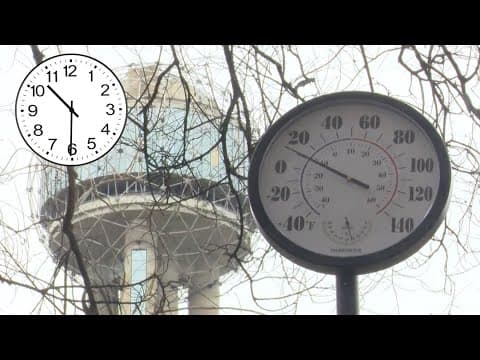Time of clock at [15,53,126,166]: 10:30
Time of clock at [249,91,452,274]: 3:48
